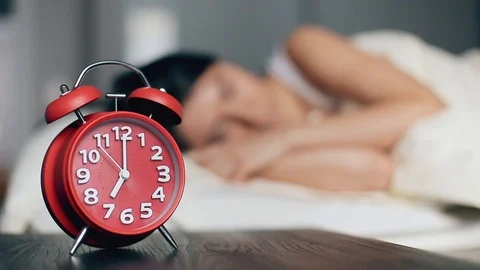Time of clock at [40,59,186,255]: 7:00
